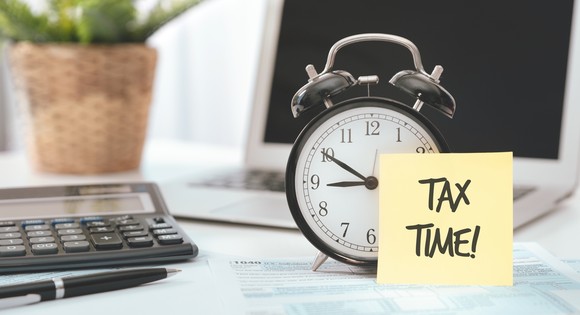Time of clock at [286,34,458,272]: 8:49
